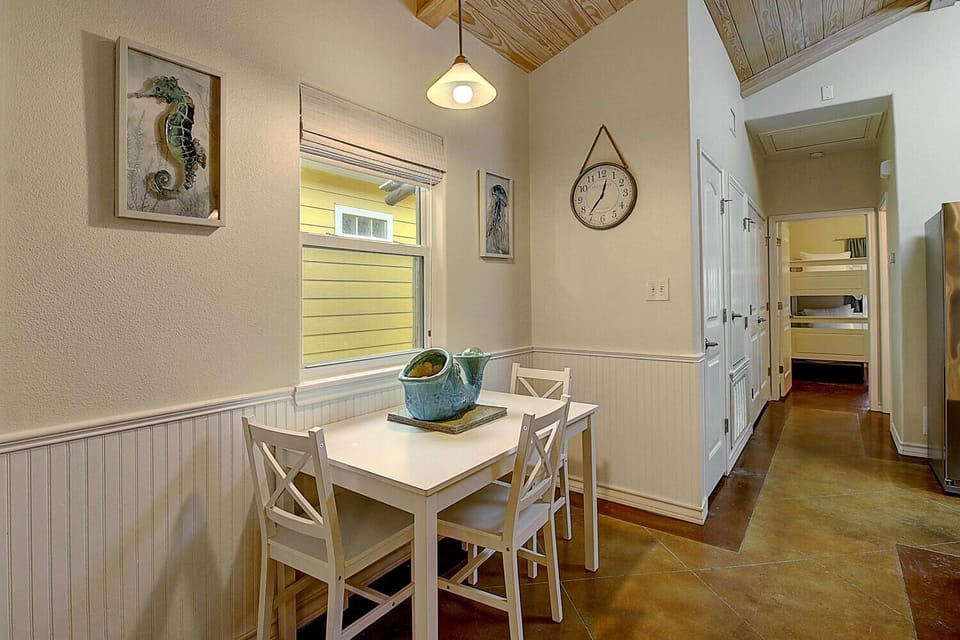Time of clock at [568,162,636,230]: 12:36
